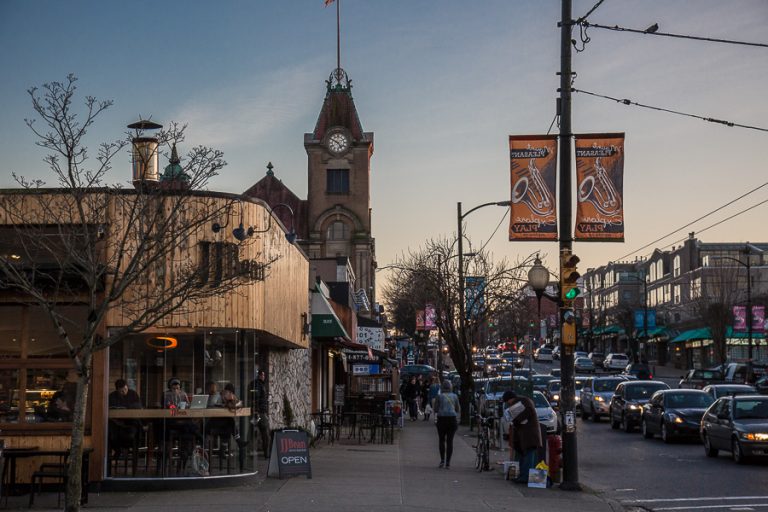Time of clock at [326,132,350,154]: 4:49
